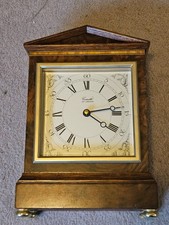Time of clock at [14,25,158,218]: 4:12
